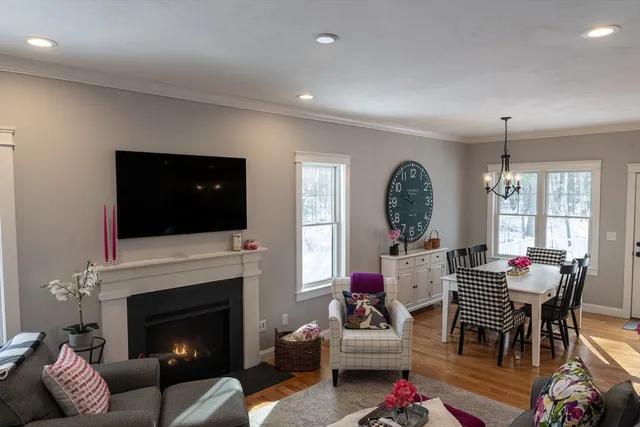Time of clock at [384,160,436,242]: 10:48
